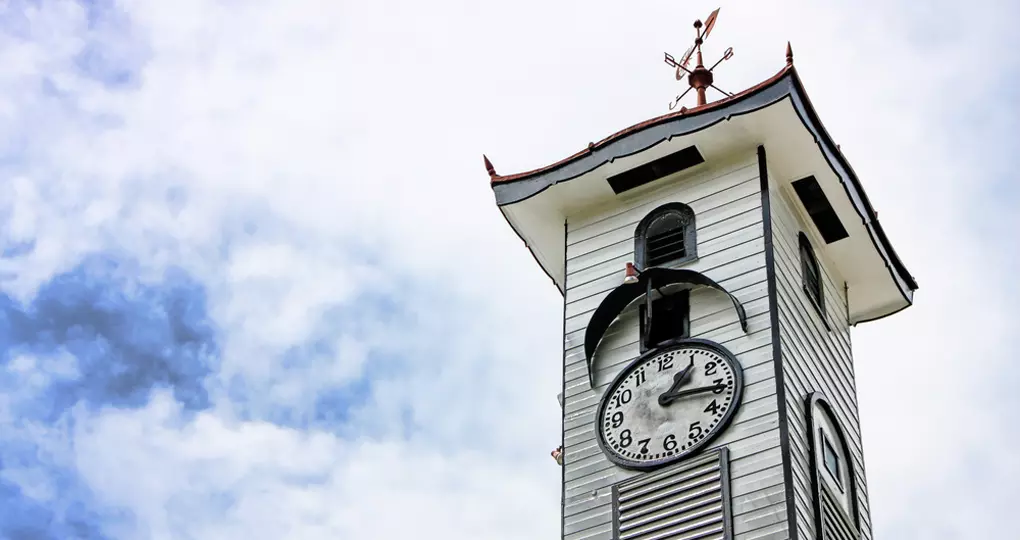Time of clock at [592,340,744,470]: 1:16
